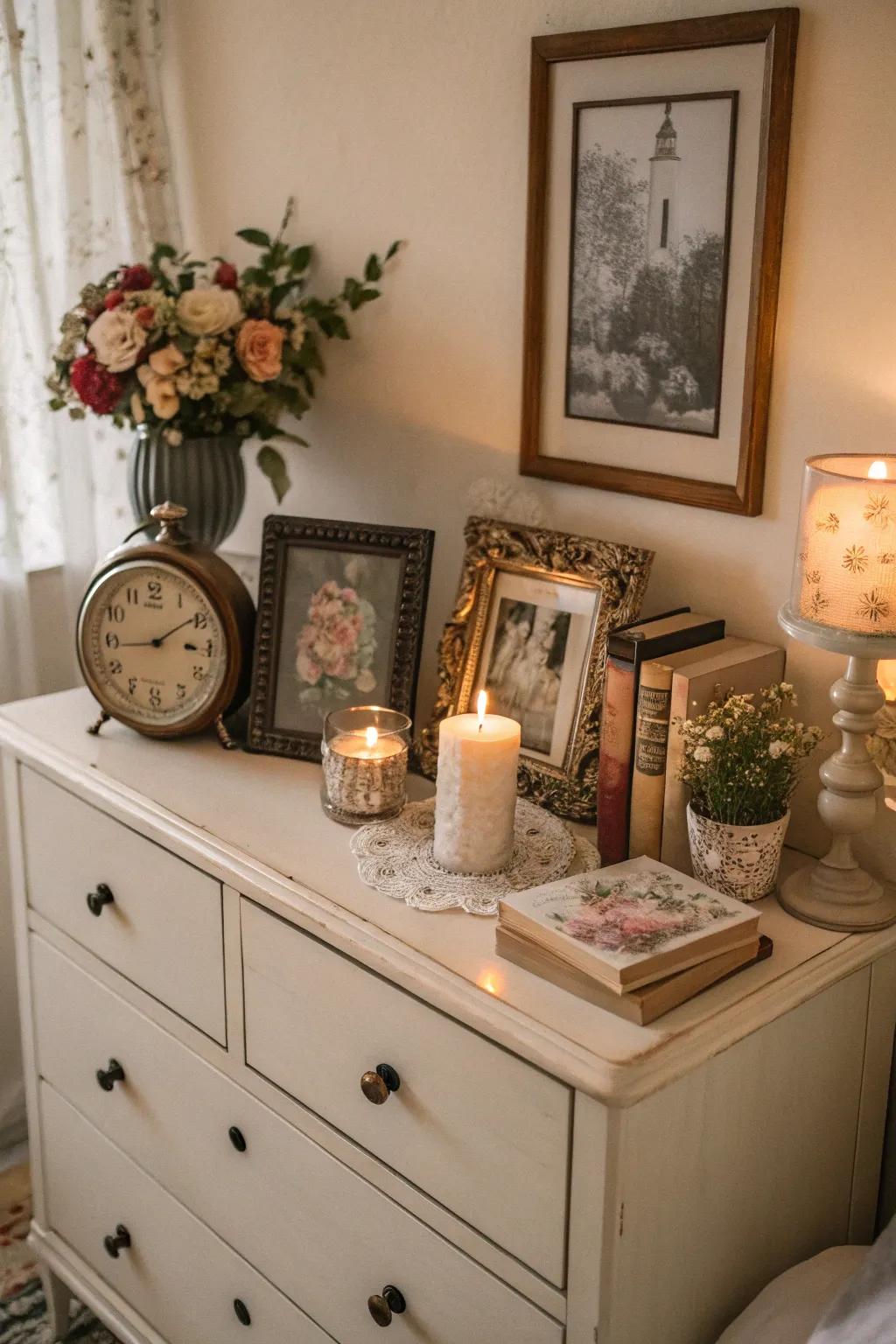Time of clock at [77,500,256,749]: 3:09
